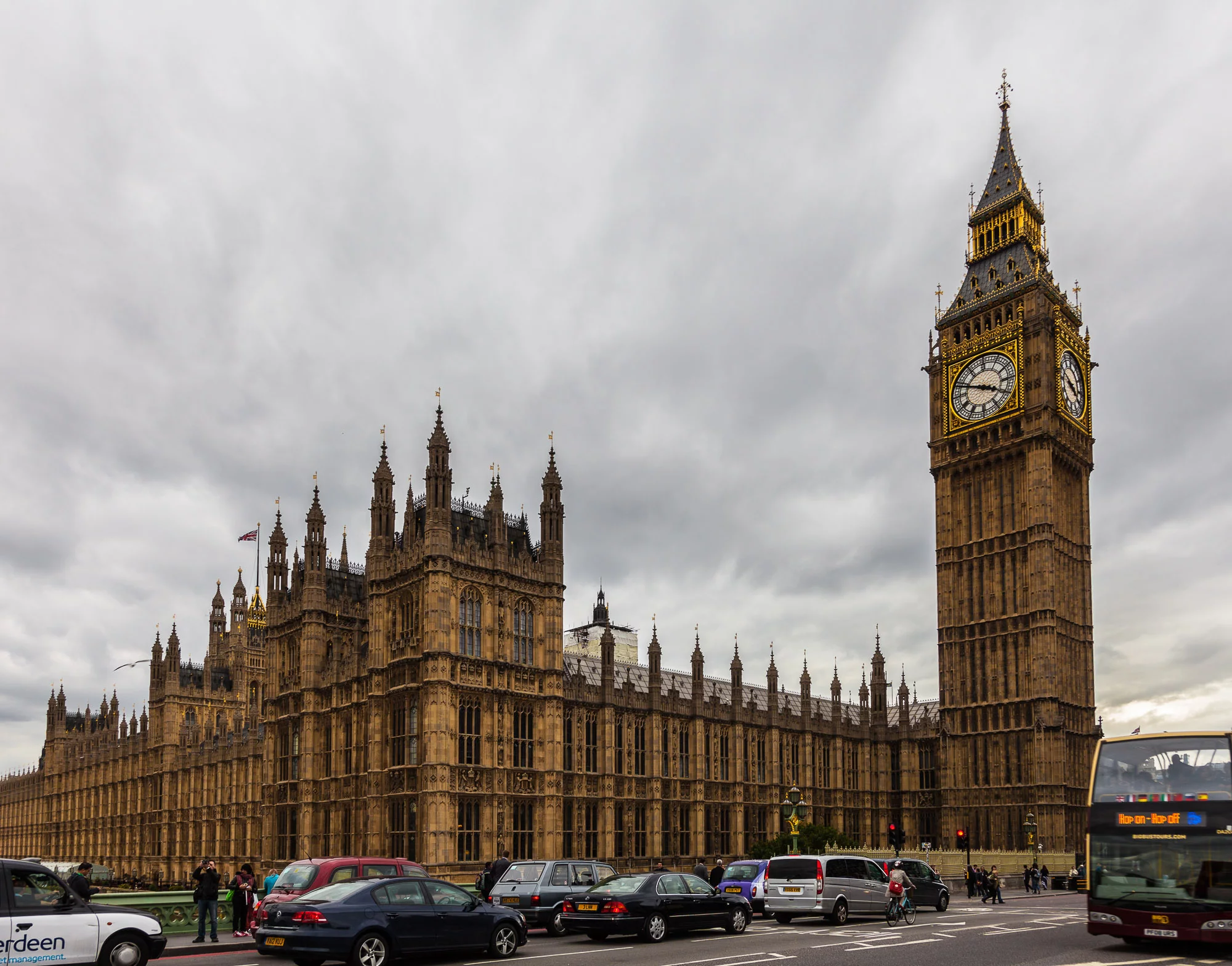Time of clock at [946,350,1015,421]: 3:48
